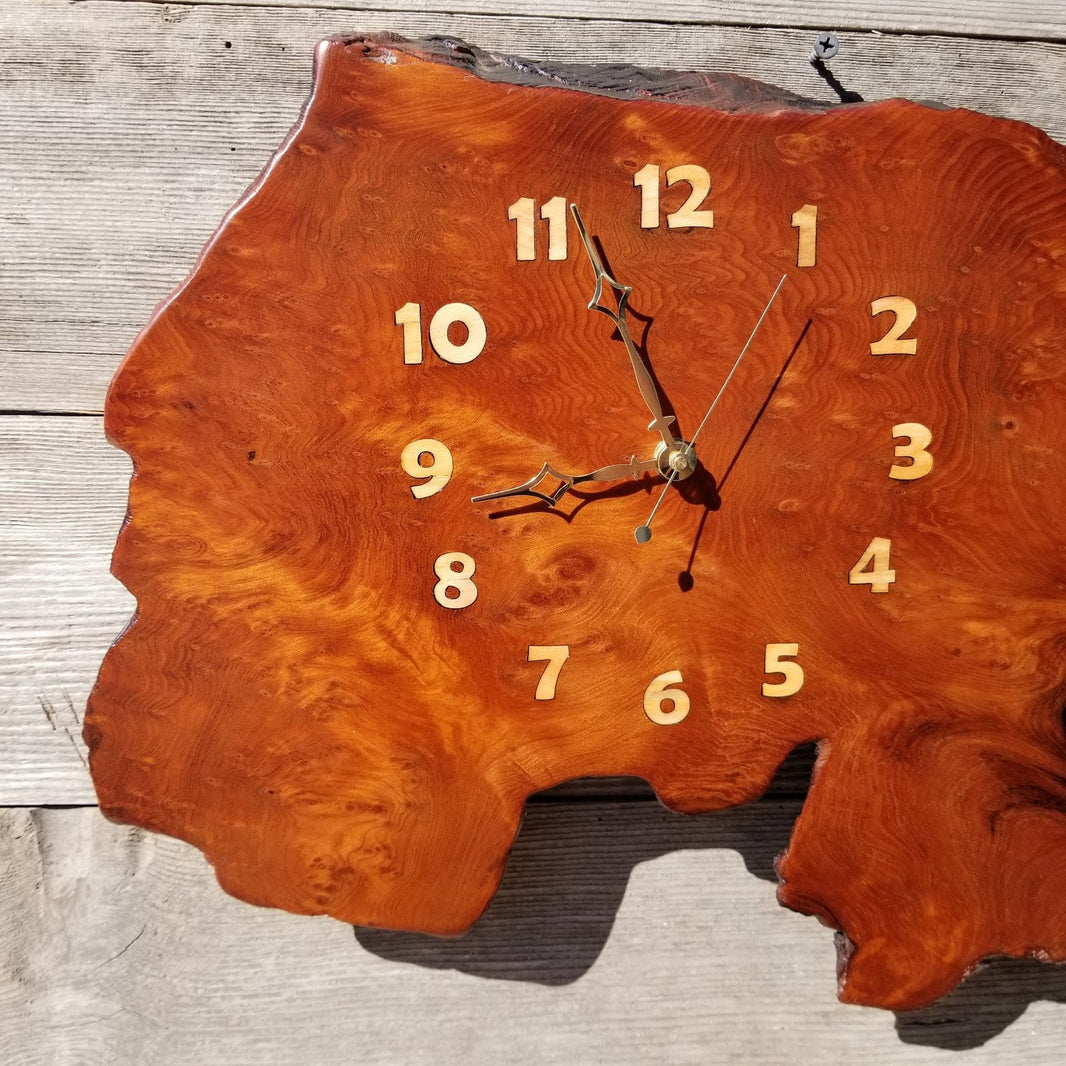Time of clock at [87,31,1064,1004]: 8:56
